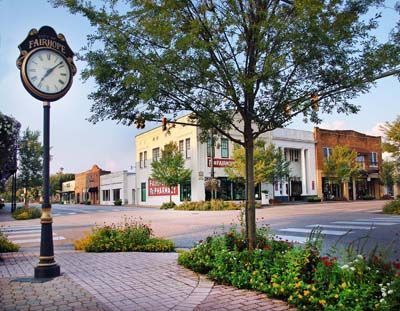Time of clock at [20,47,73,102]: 7:08
